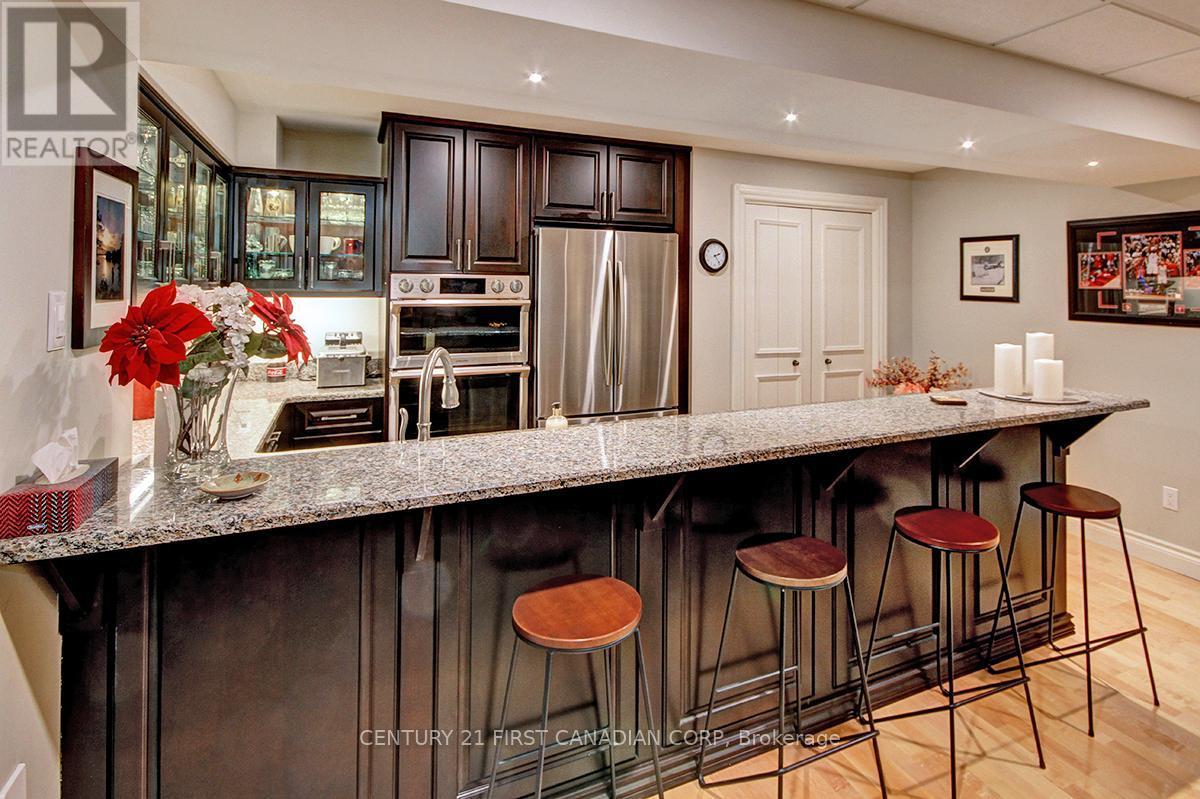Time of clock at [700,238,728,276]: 2:23
